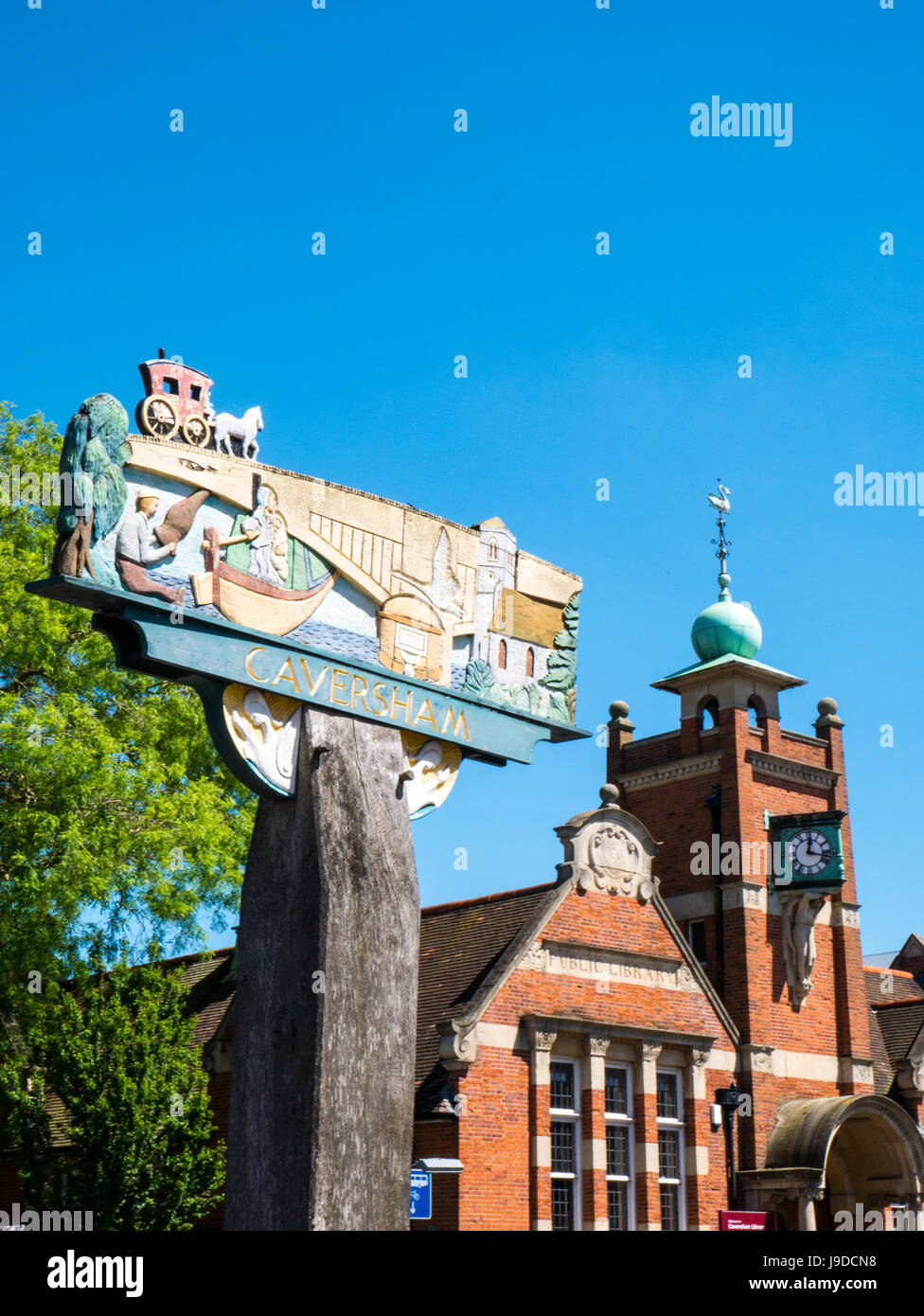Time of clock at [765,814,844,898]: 12:17
